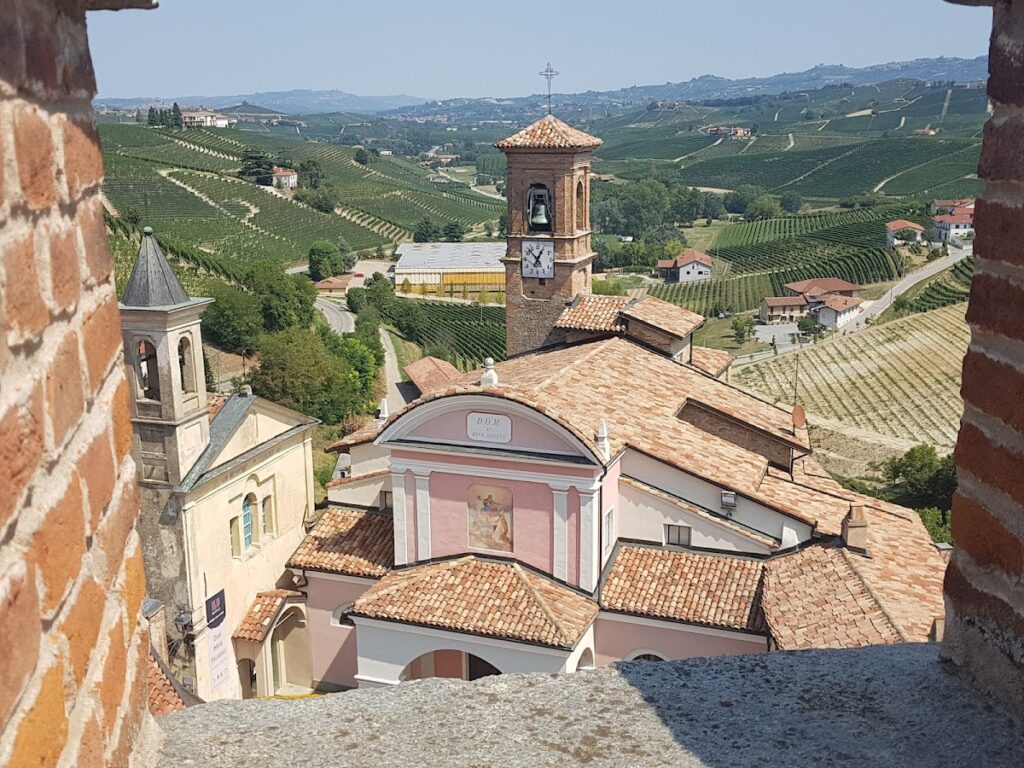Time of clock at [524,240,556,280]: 12:52
